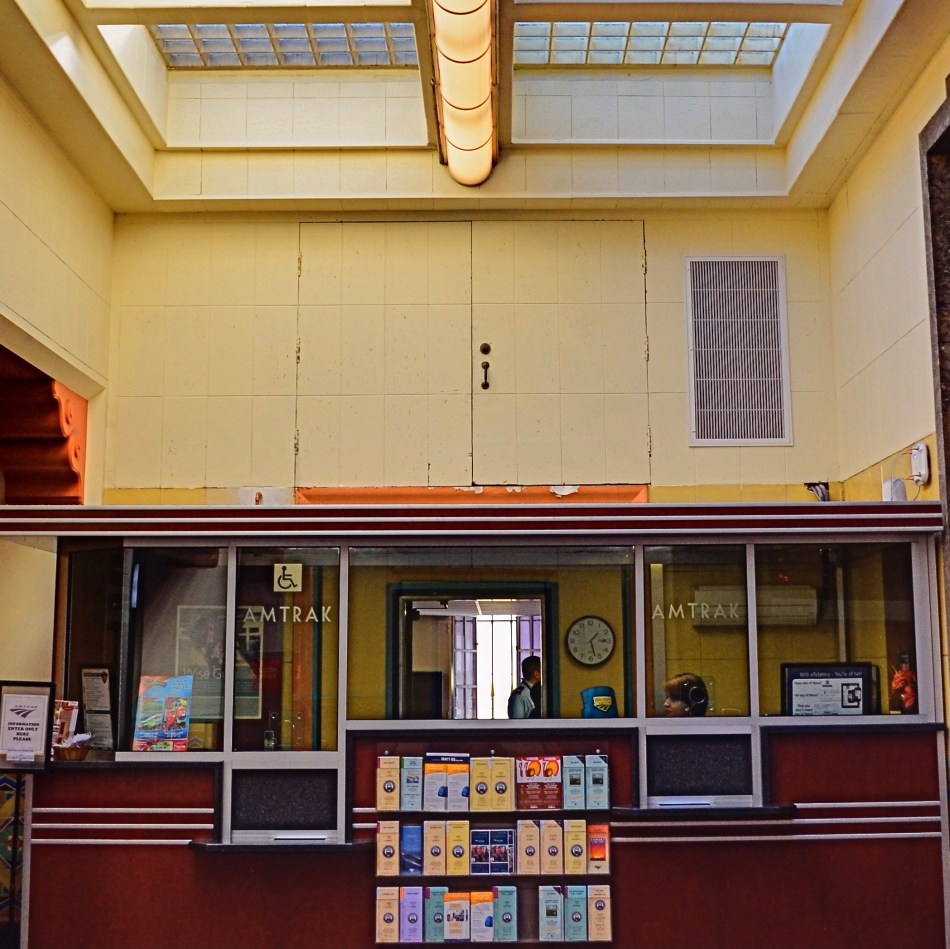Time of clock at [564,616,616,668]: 1:27
